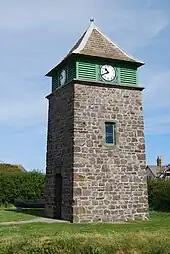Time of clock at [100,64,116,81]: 10:41
